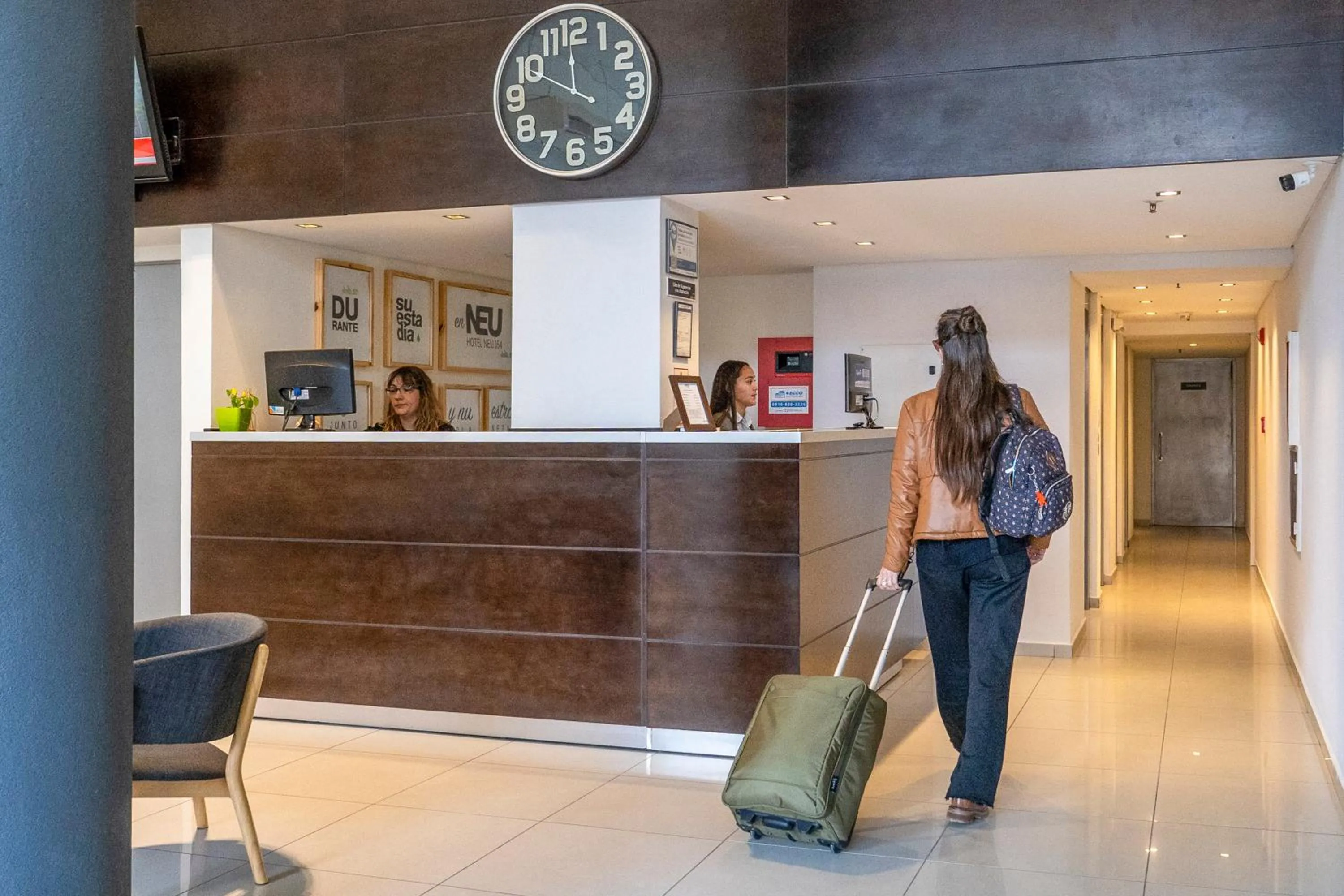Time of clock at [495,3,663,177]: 11:49
